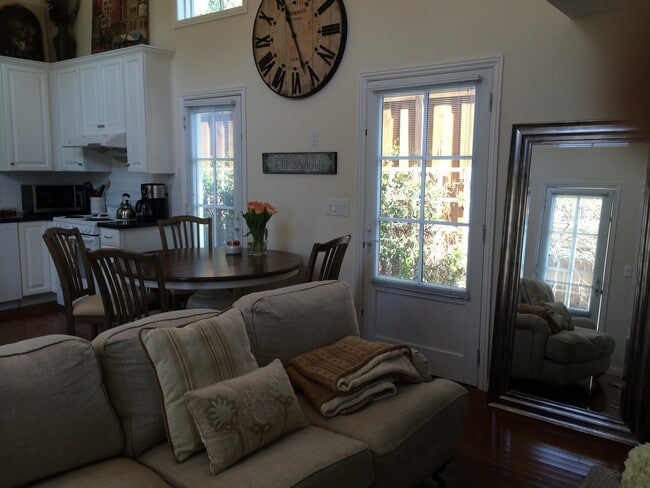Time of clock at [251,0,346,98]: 11:26
